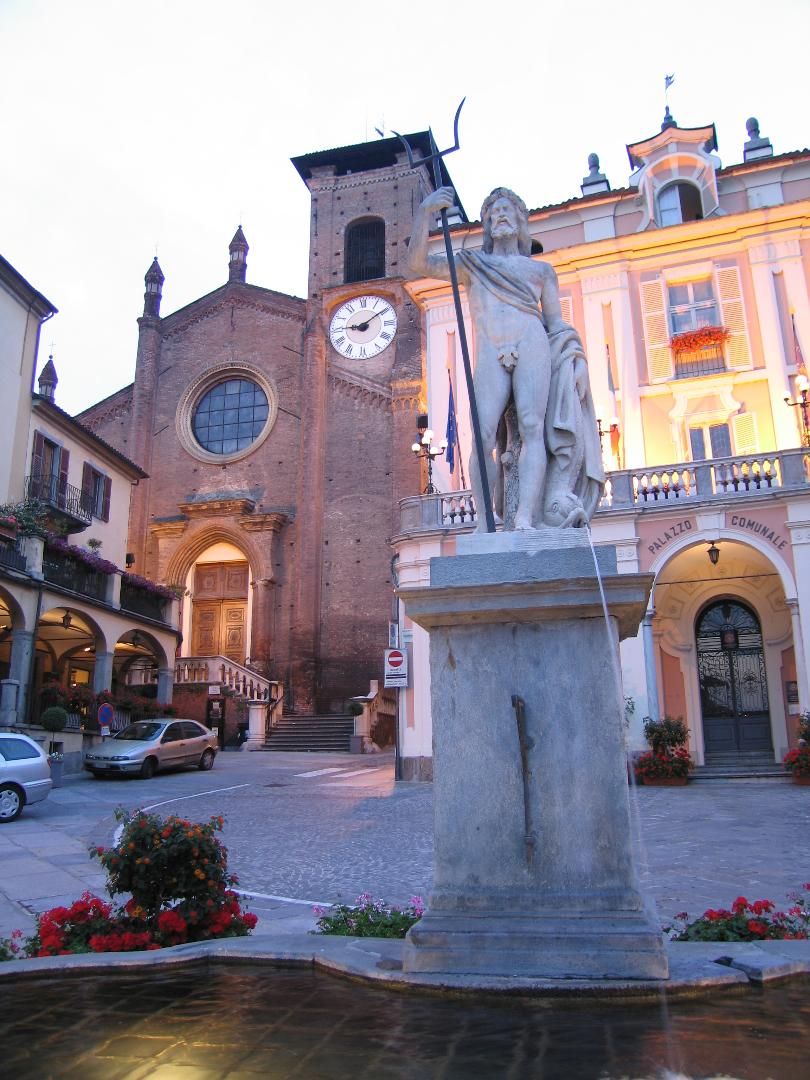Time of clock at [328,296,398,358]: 9:09
